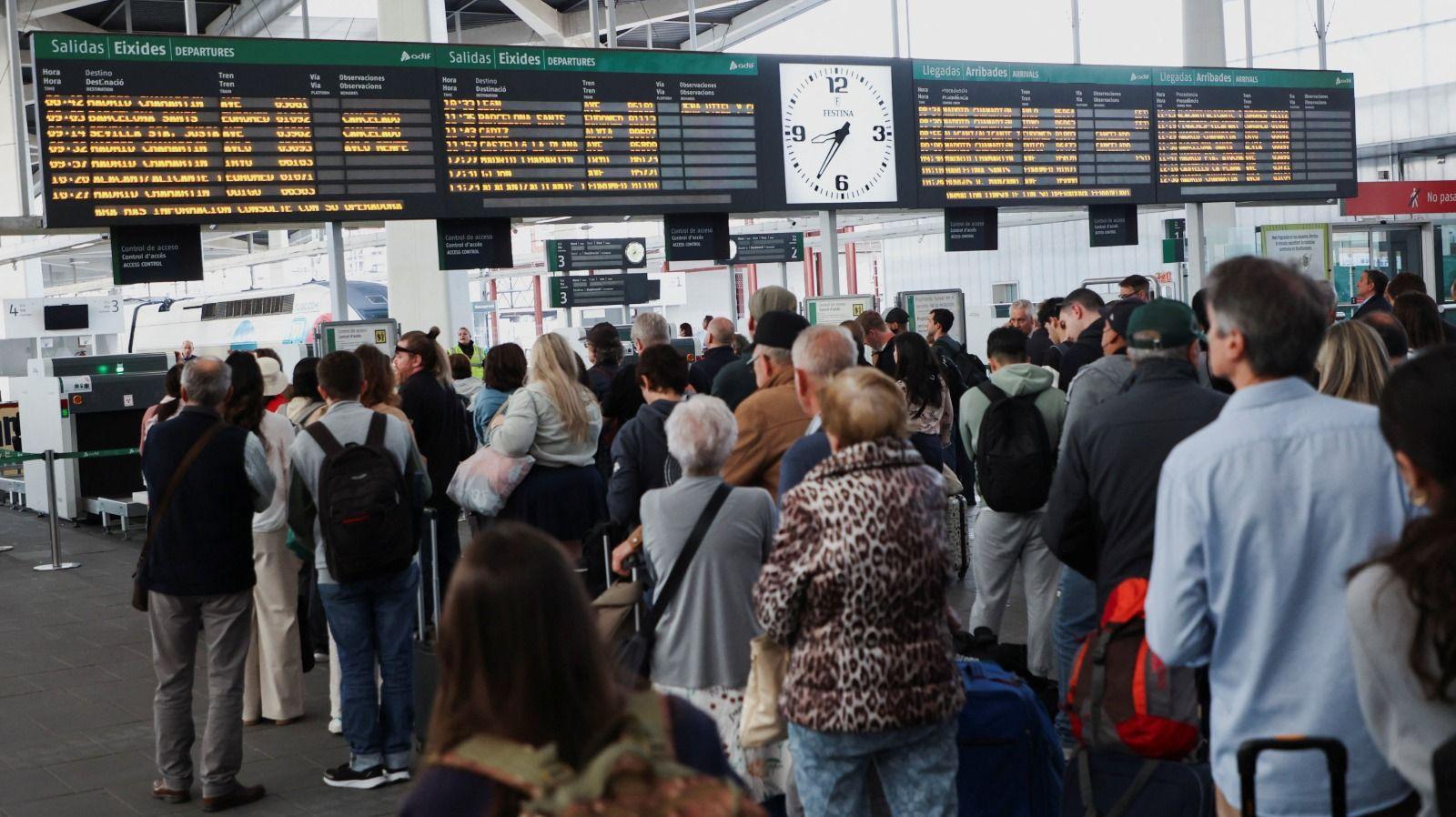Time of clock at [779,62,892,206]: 7:35
